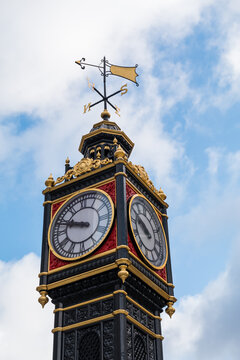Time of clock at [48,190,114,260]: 9:48
